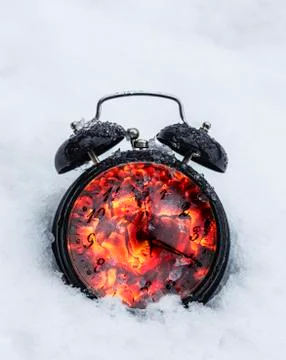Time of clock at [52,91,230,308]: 12:19
